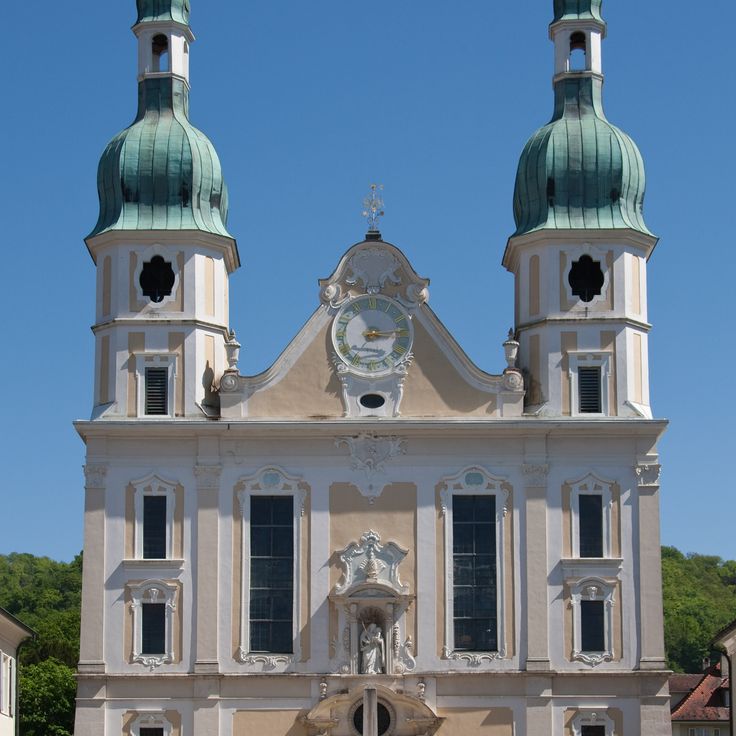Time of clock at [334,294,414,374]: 3:13
